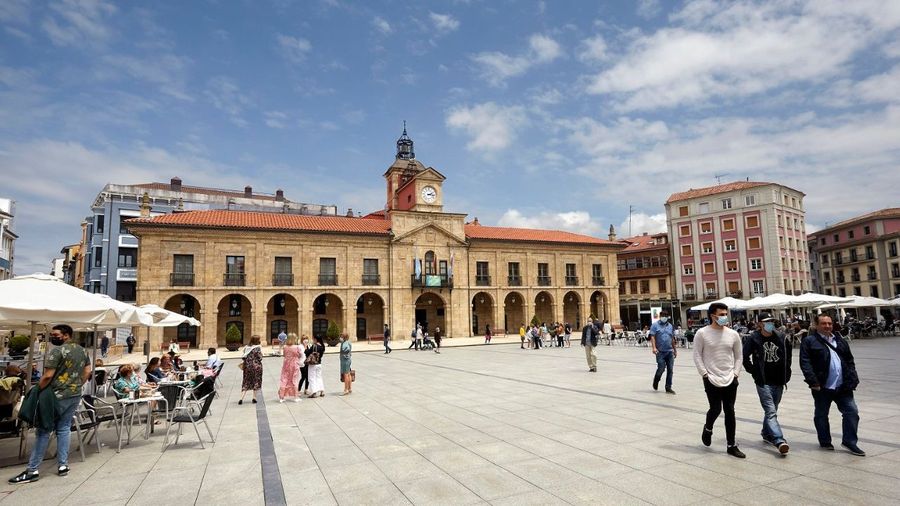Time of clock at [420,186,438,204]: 2:16
